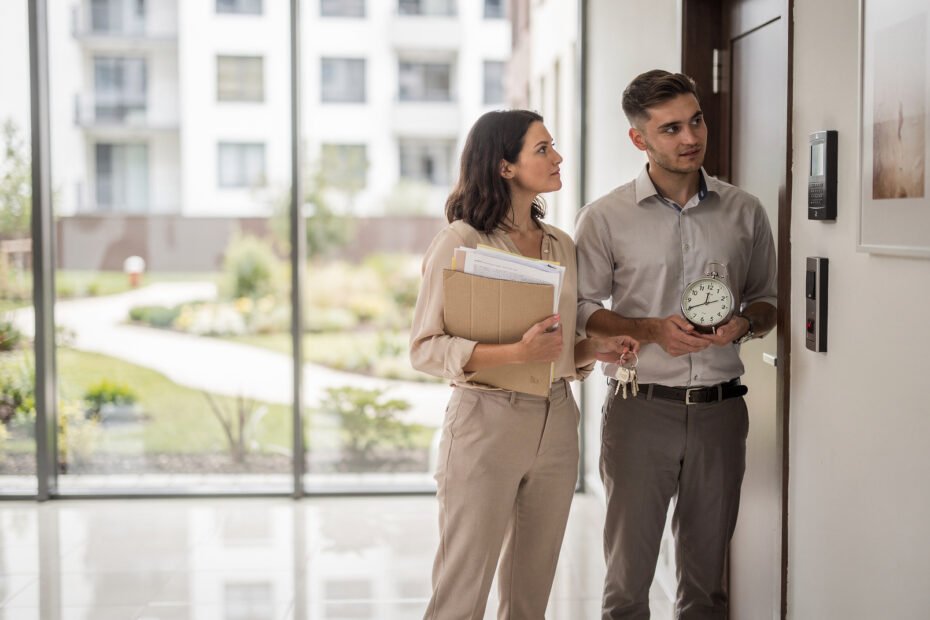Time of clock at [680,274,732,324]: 11:40
